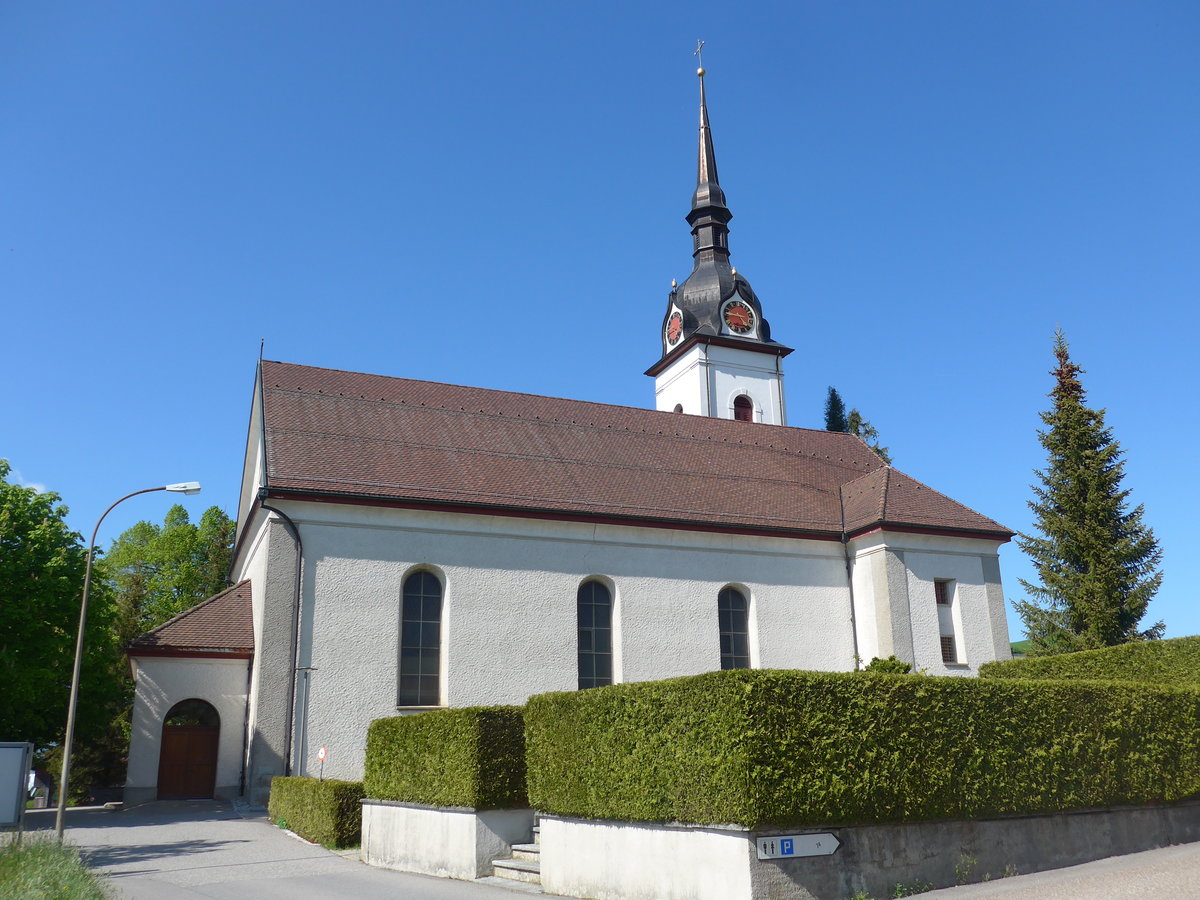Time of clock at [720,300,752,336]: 4:46
